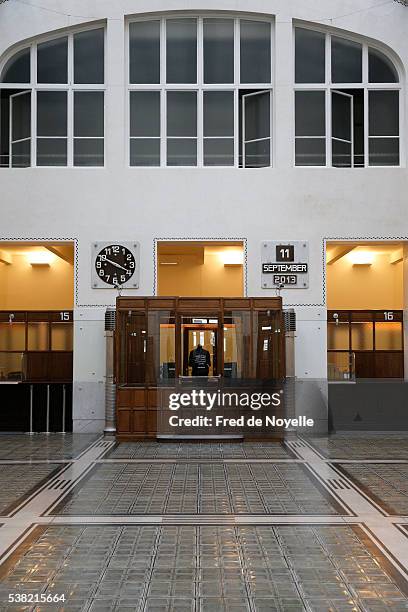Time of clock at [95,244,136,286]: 3:49
